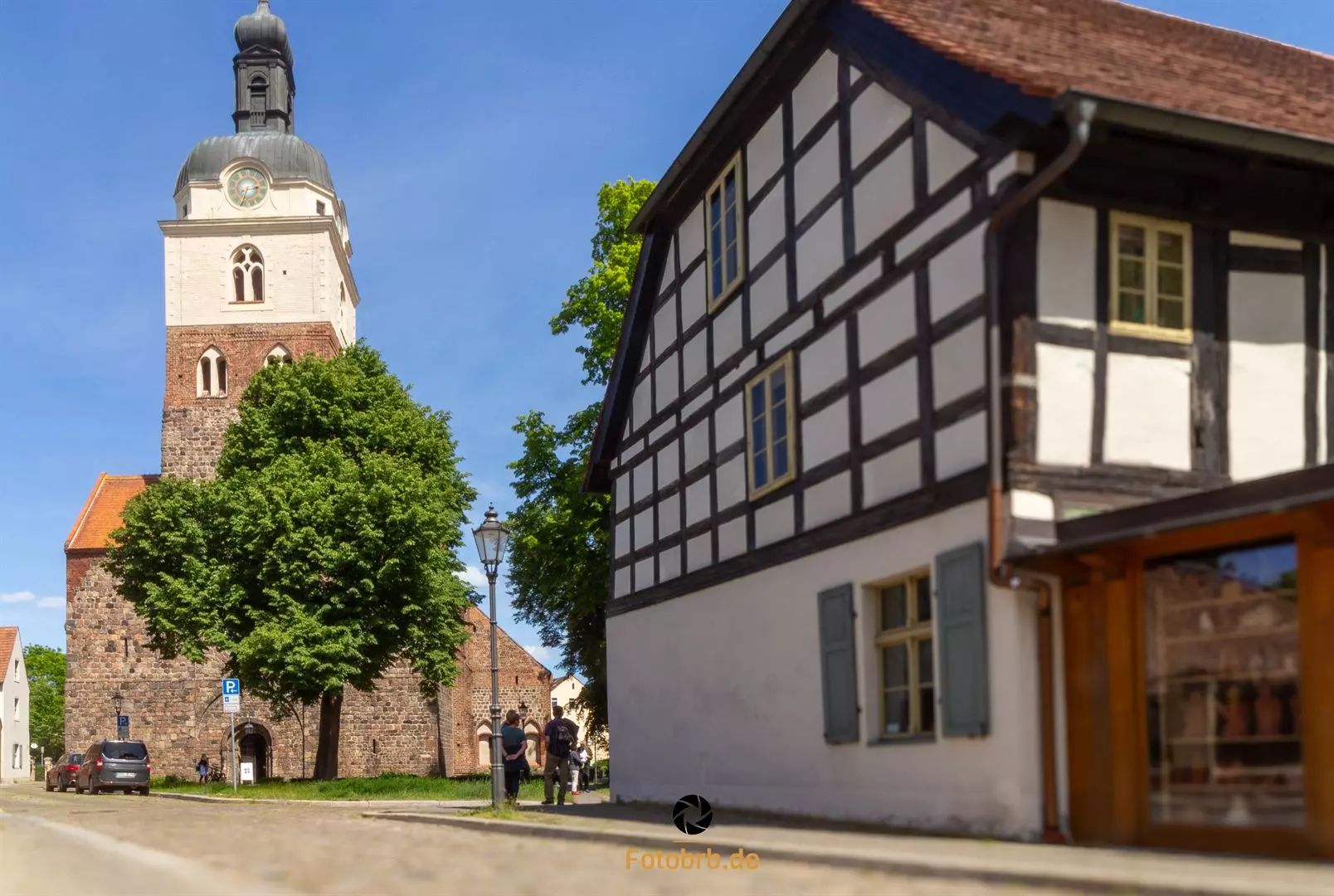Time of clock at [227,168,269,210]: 2:33
